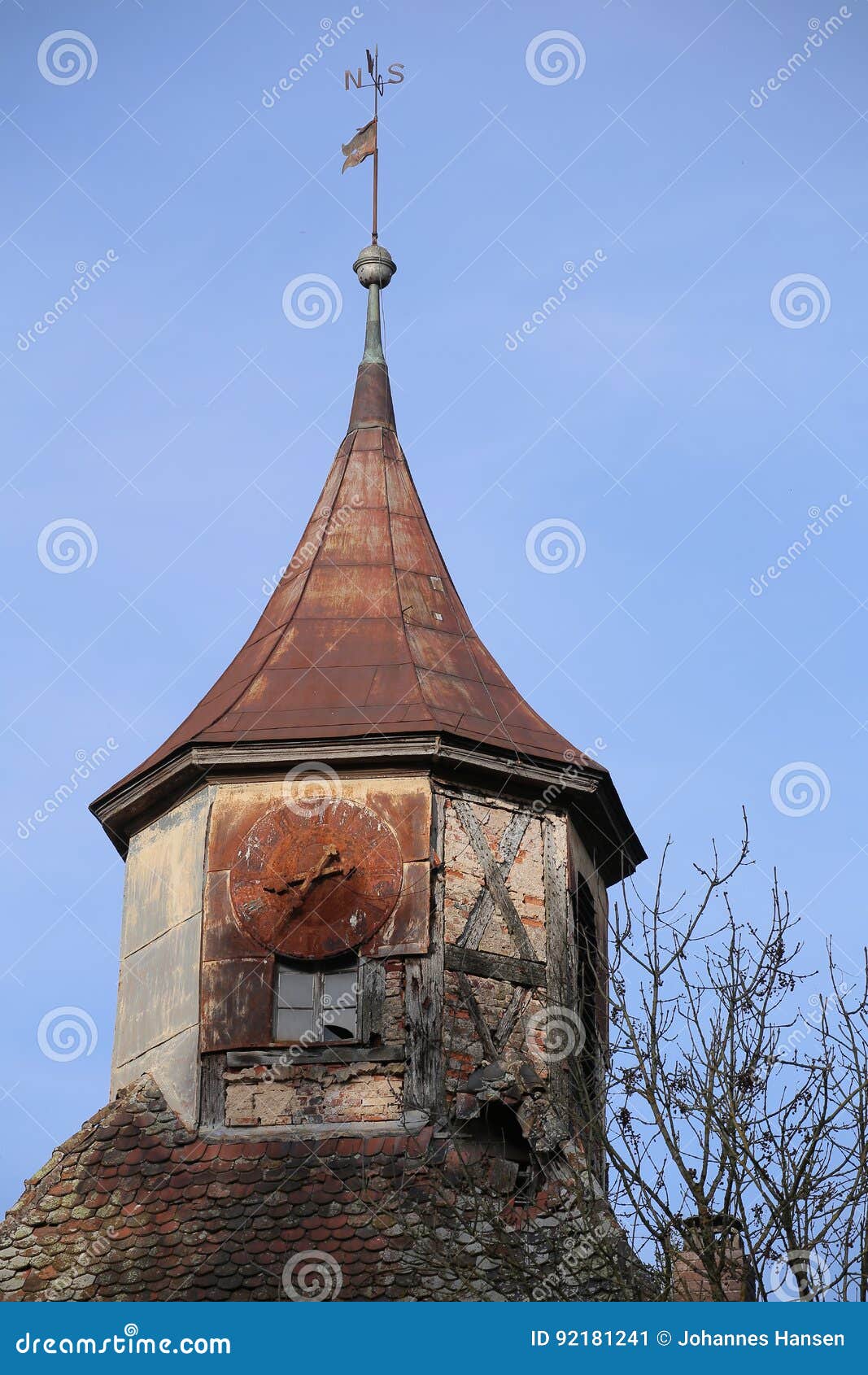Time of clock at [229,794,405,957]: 2:35
